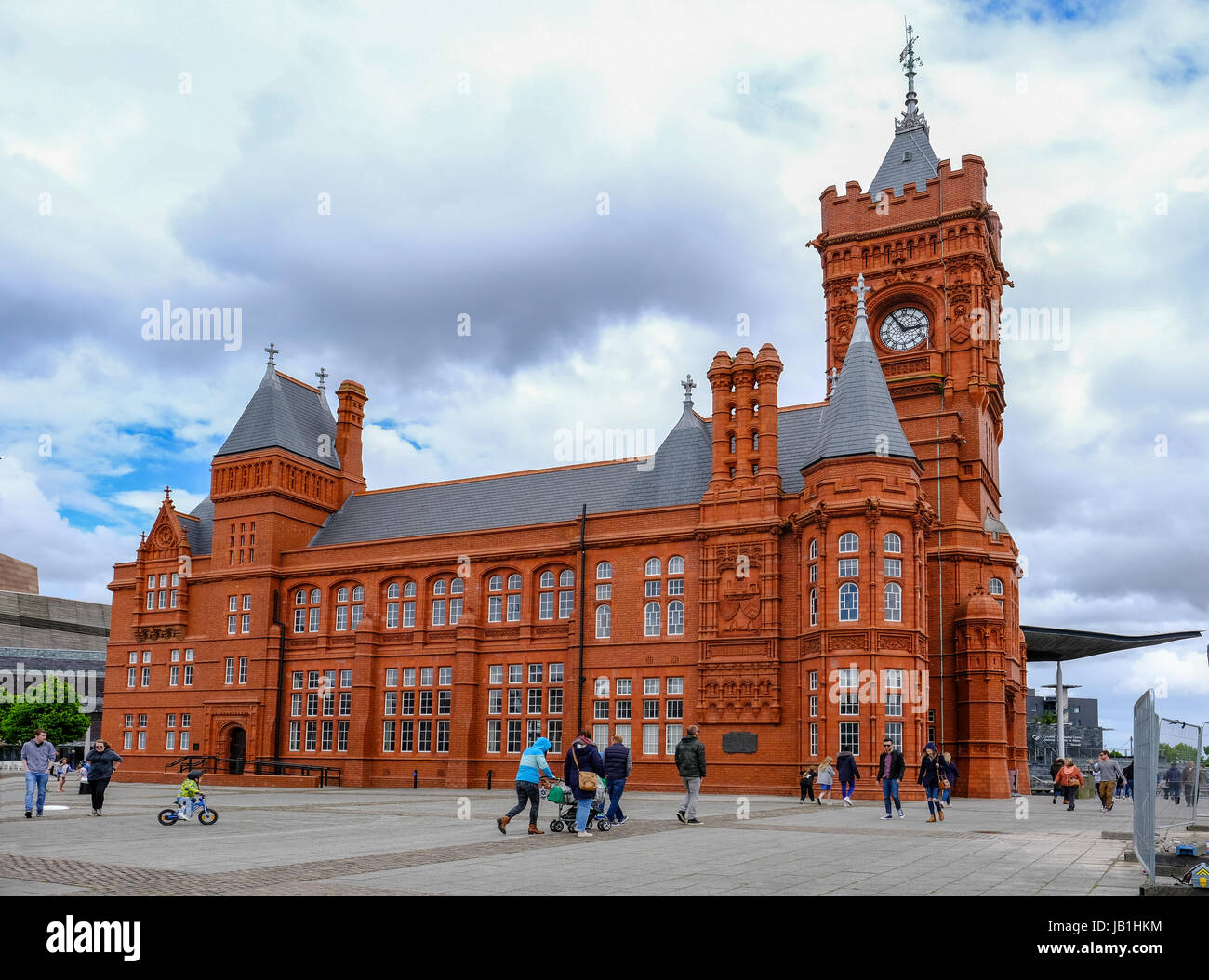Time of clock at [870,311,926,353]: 2:54
